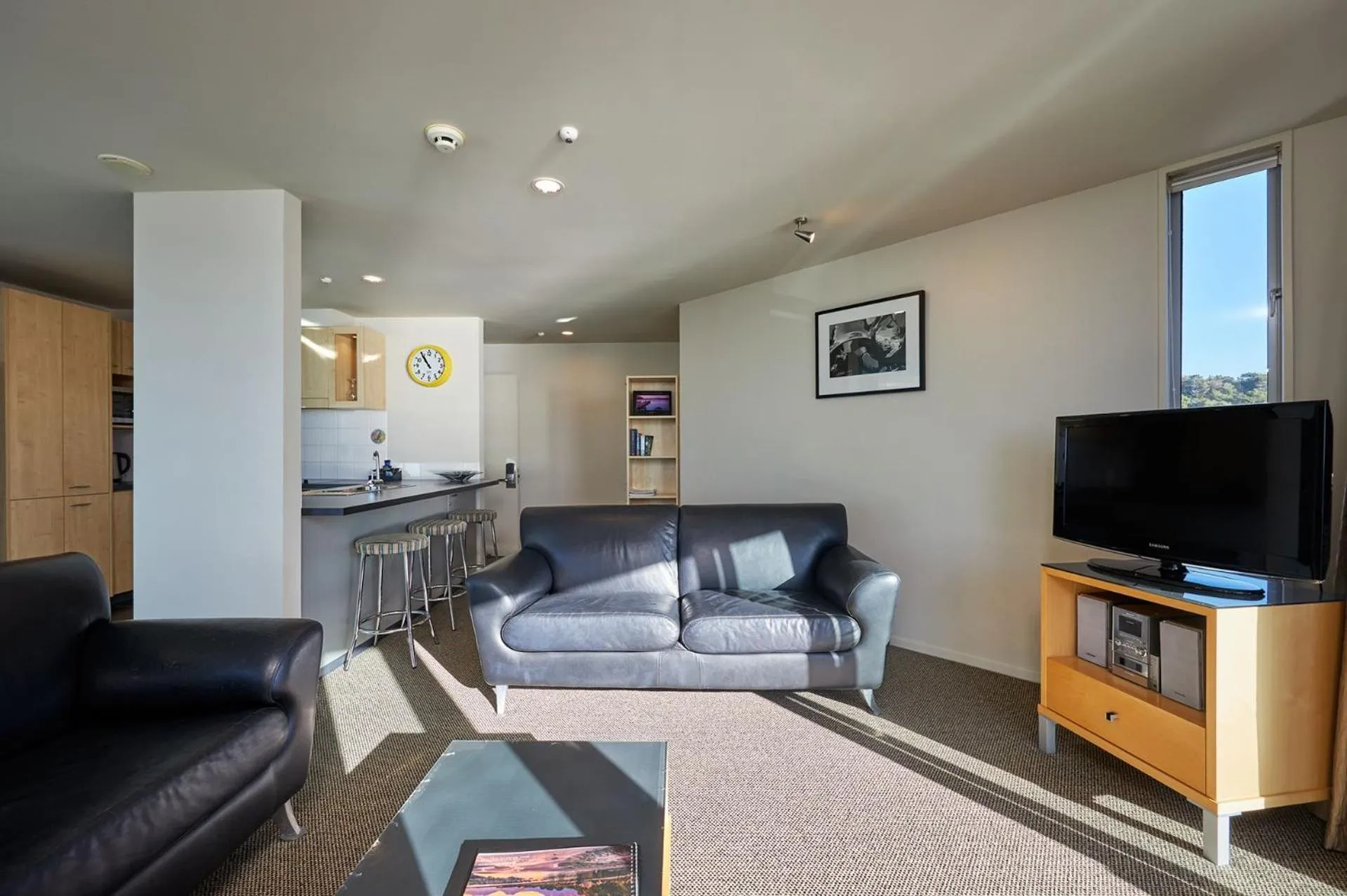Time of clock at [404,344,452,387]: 10:54
